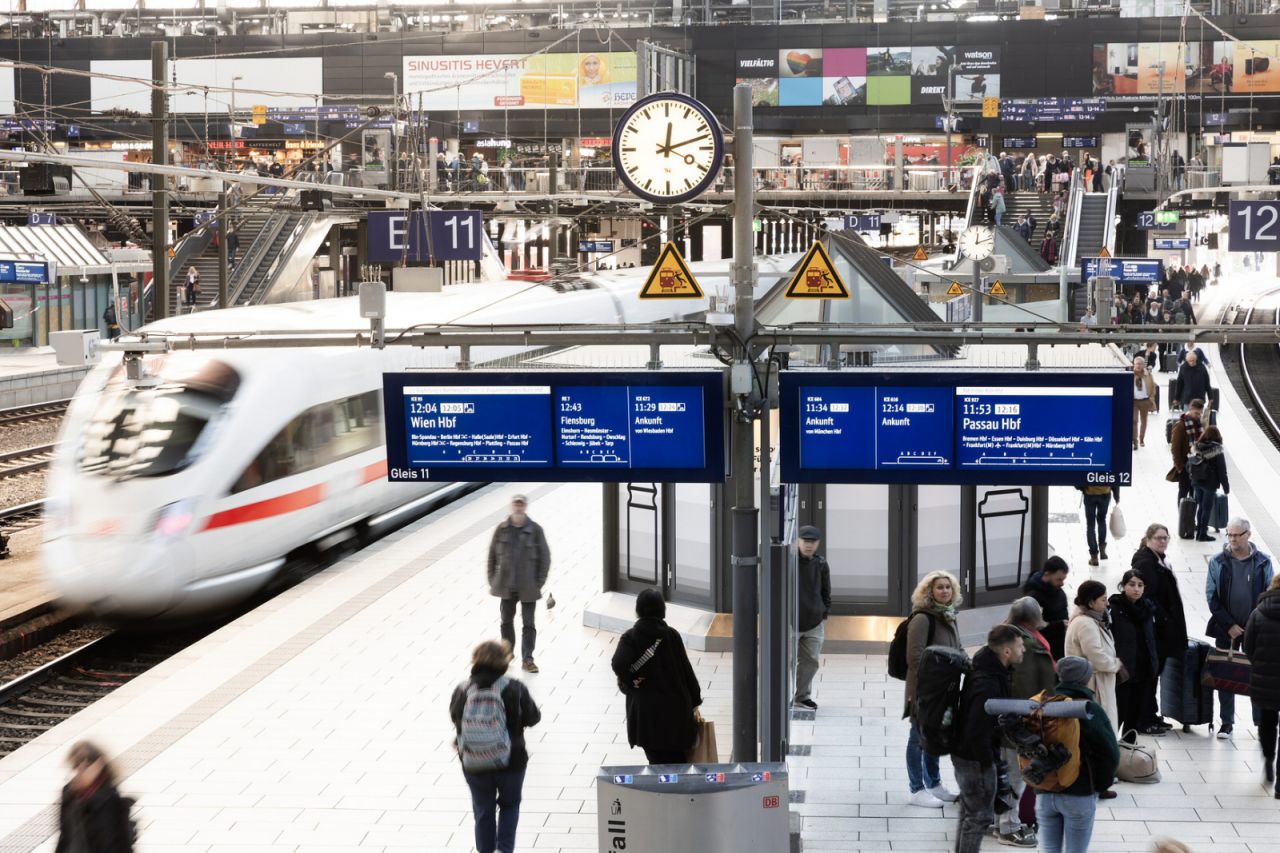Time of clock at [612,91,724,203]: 12:12
